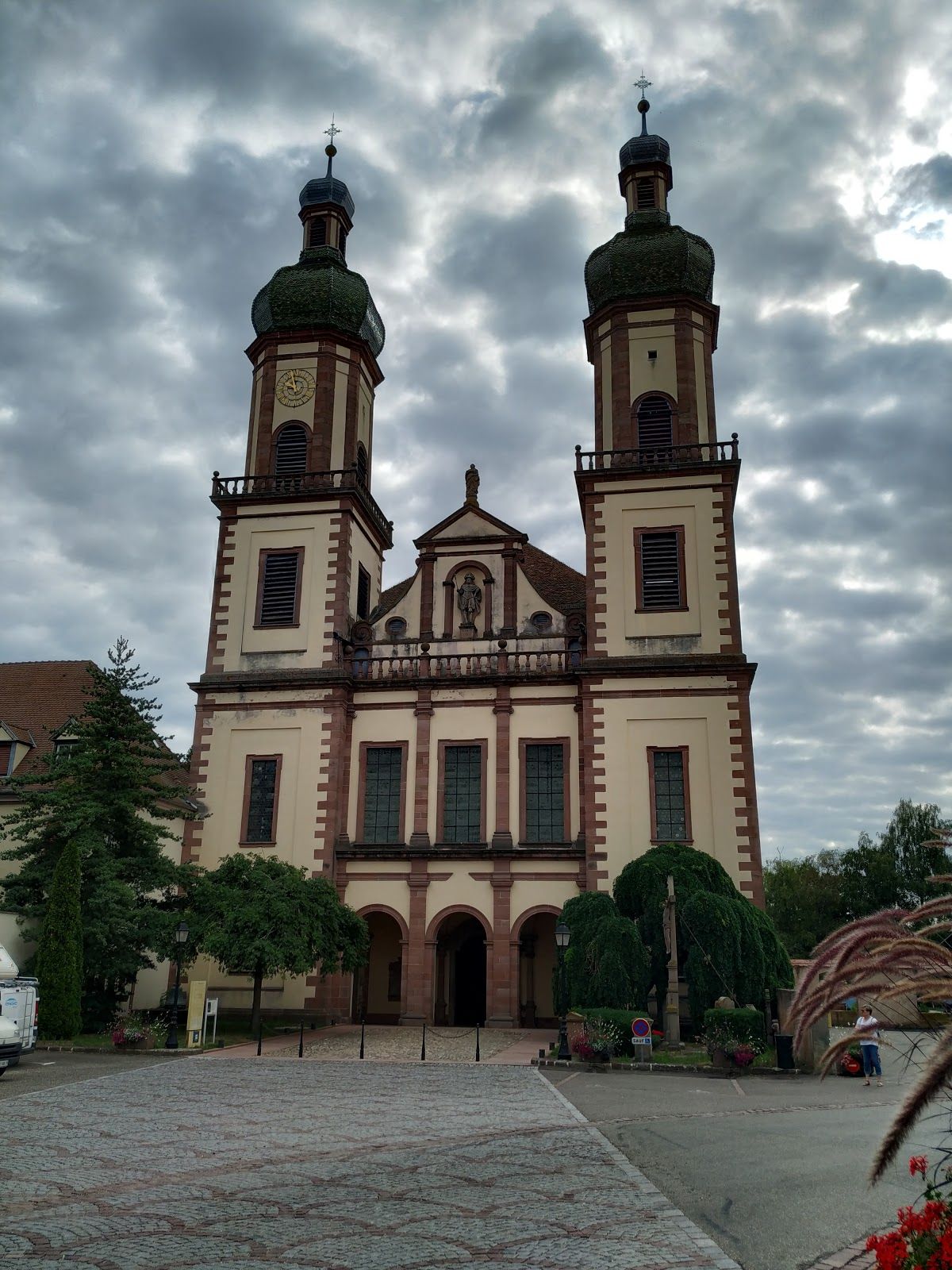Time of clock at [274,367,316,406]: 9:57
